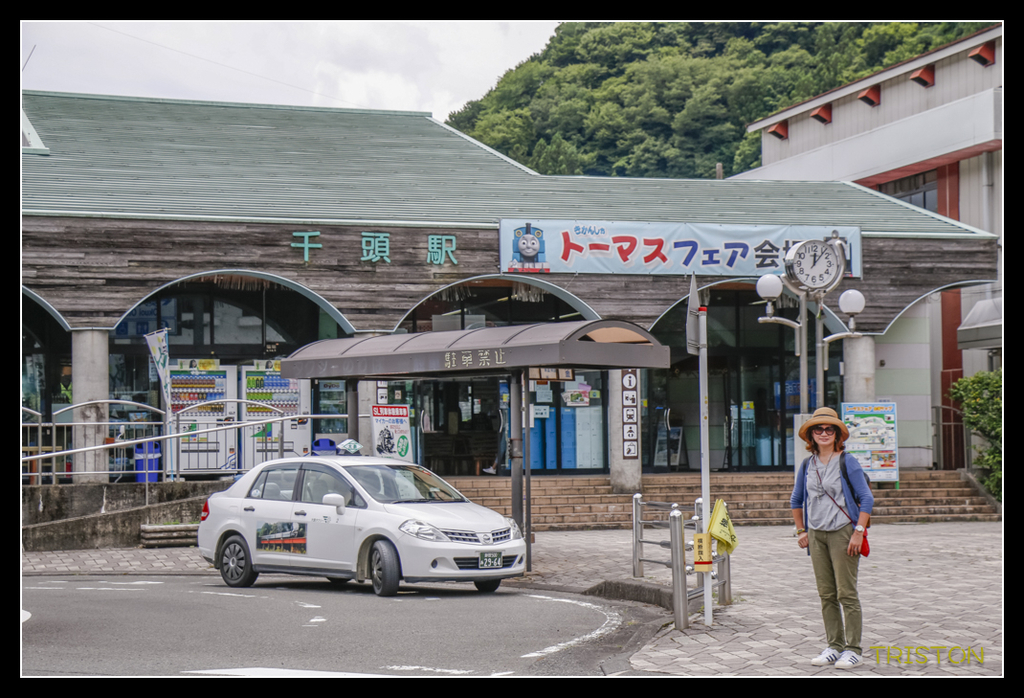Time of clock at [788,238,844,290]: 12:06
